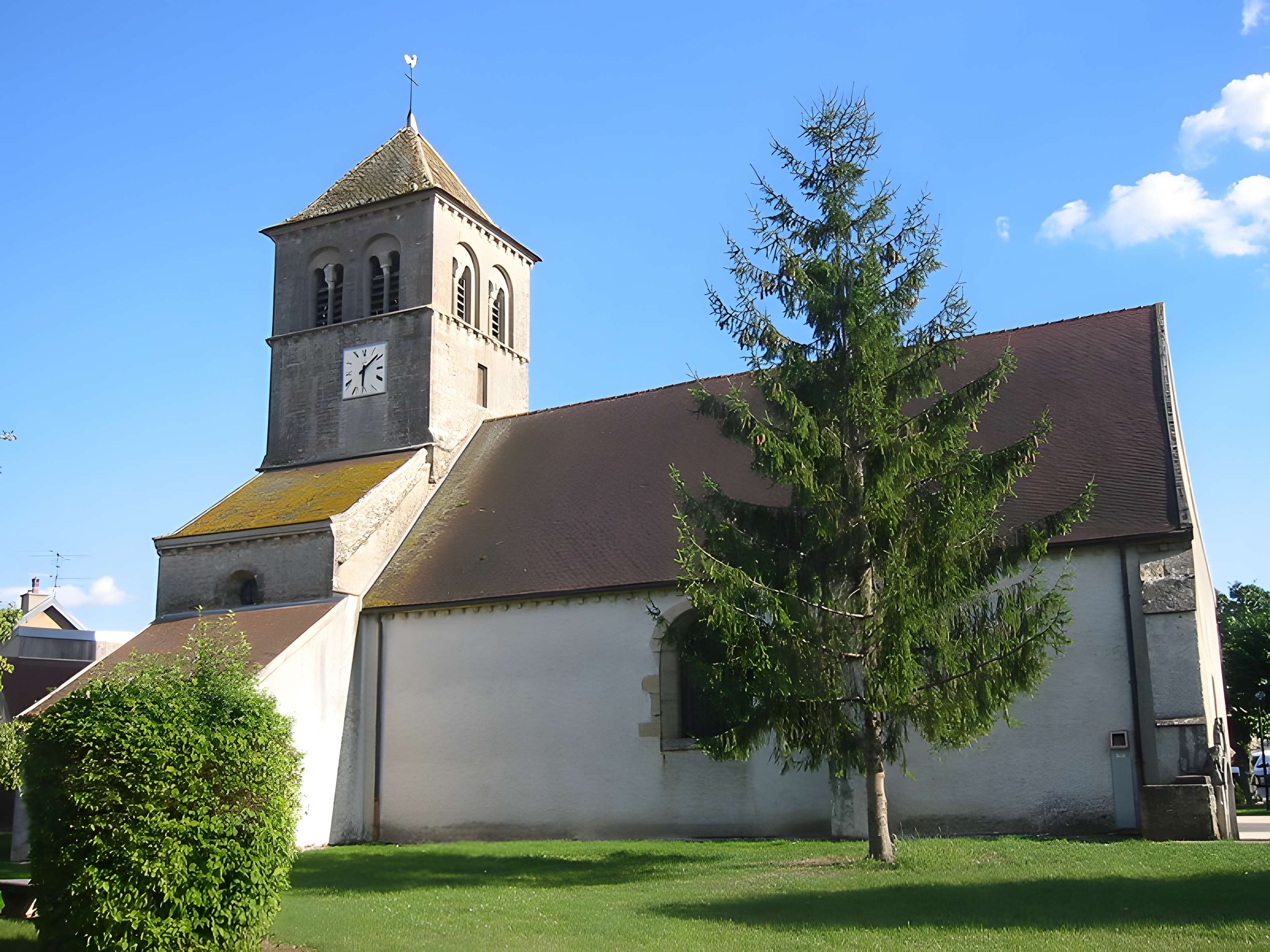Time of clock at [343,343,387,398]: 6:08
